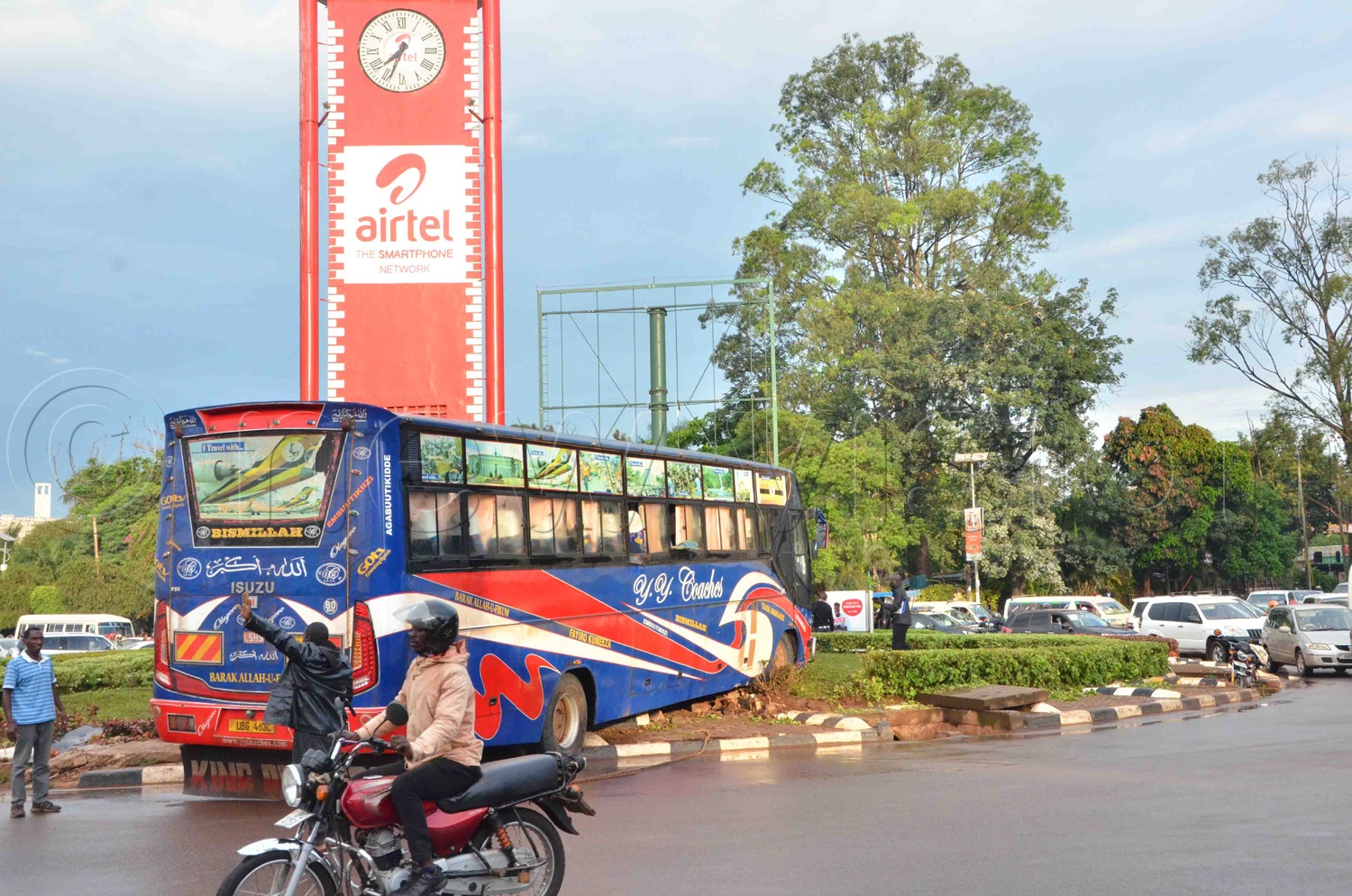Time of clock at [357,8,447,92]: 7:33
